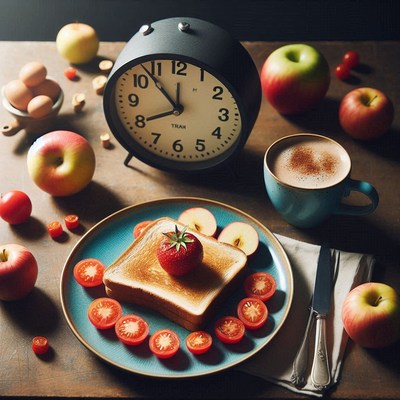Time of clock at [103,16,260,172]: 7:52
